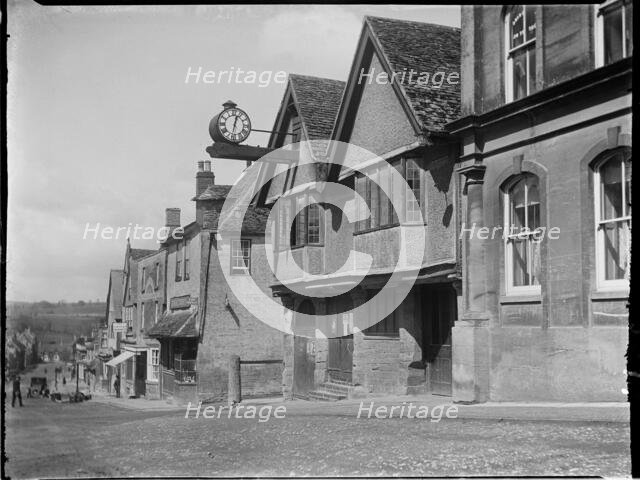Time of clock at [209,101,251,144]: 12:32
